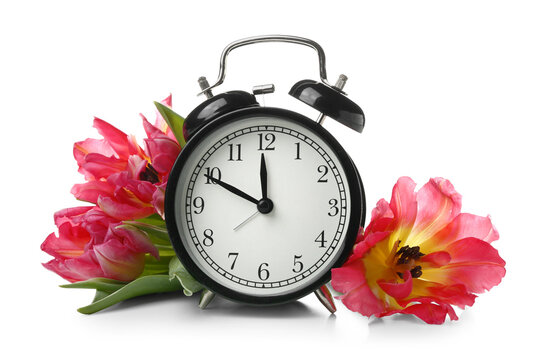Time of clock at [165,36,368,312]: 11:49
